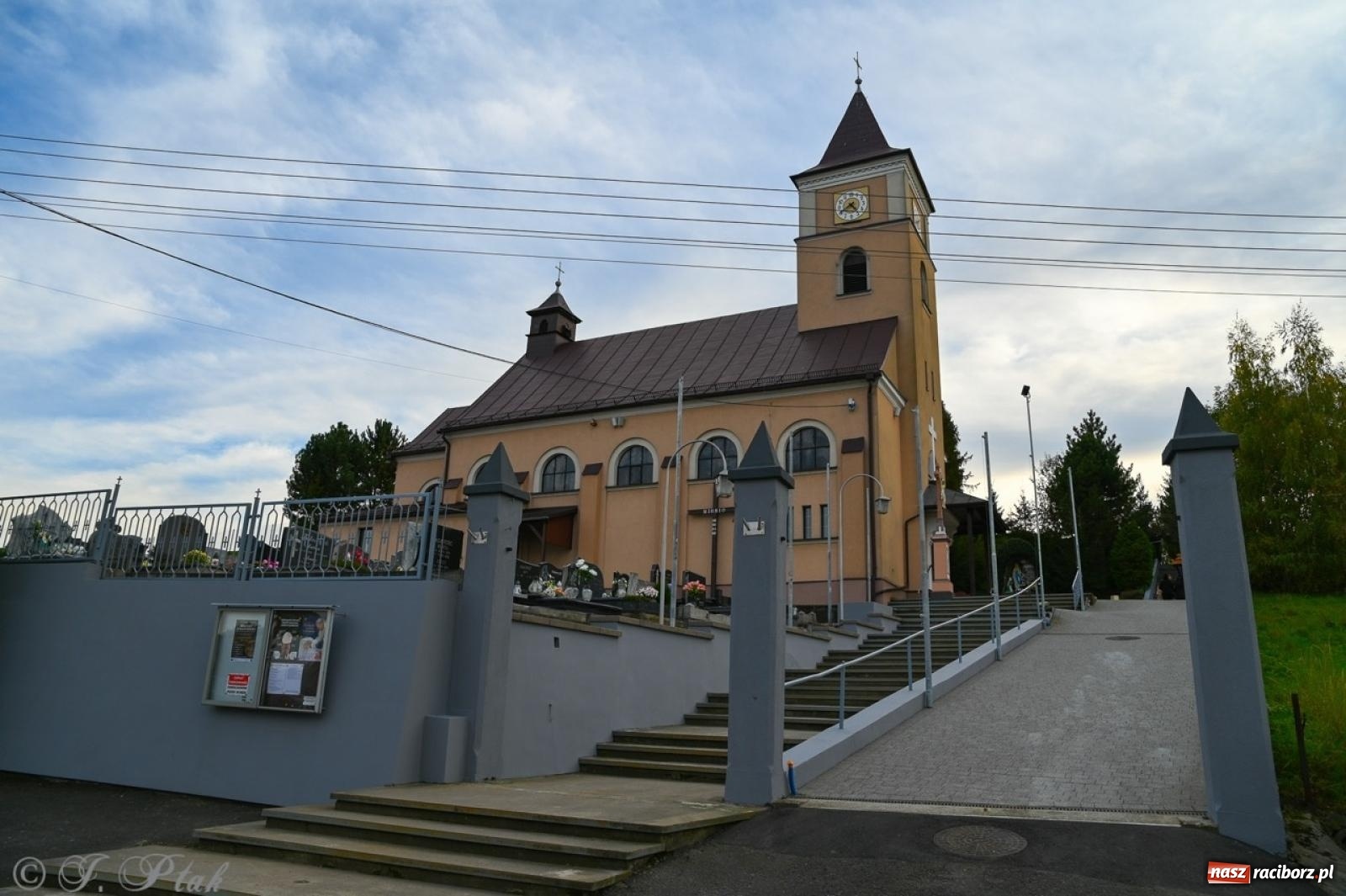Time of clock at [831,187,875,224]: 4:40
